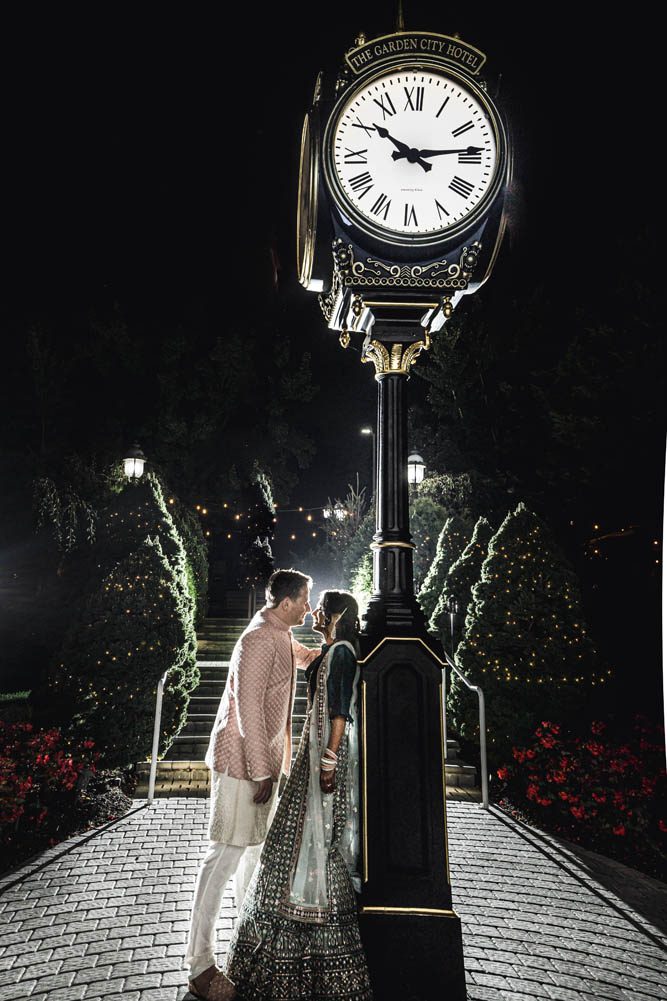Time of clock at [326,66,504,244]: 10:13
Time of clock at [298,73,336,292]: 10:13
